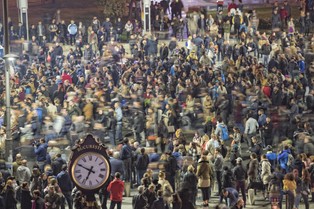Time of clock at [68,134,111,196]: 6:49
